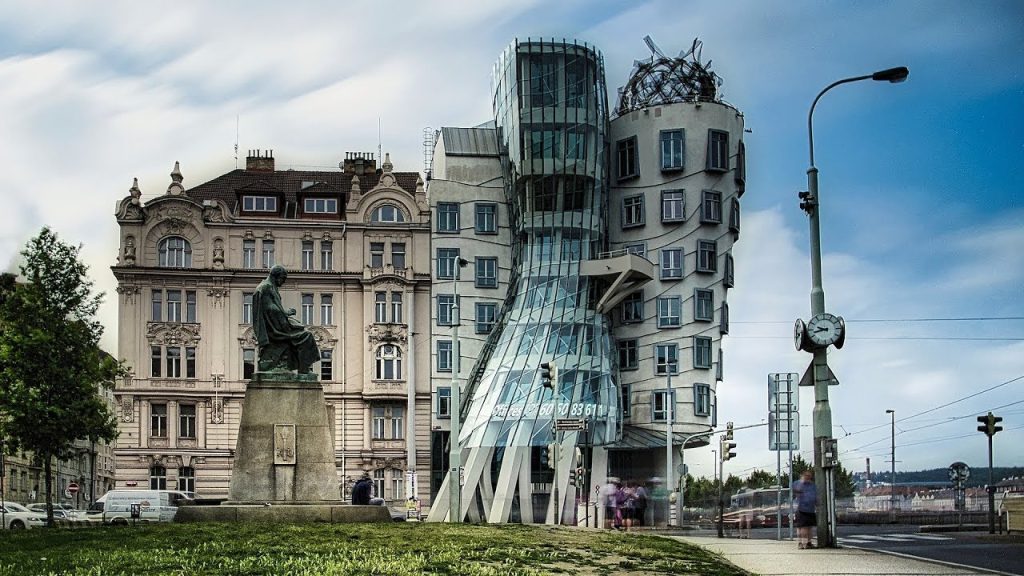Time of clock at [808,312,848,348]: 9:42
